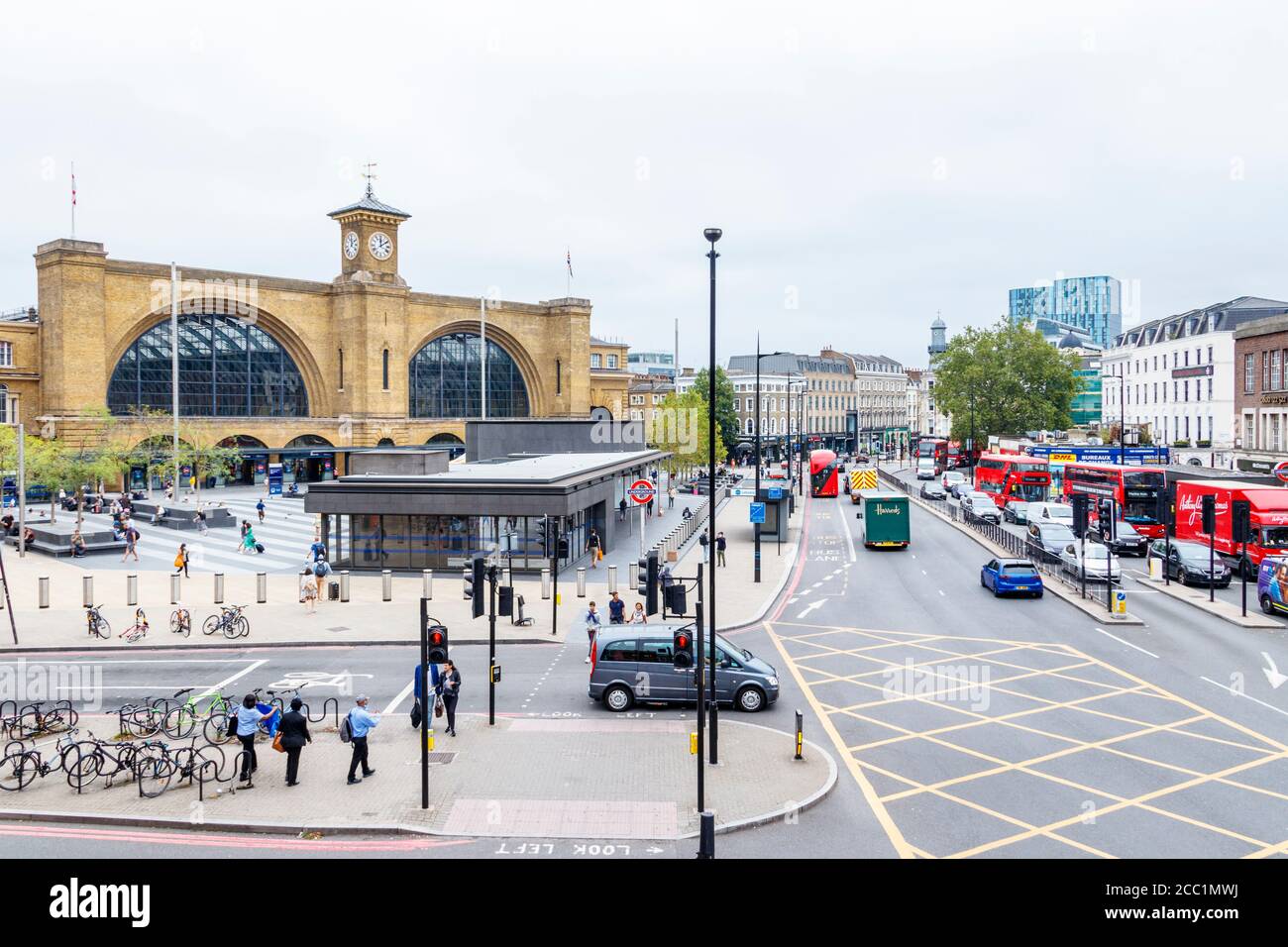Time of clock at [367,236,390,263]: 12:09
